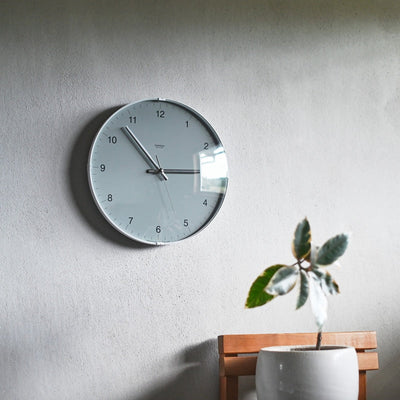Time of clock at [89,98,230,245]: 2:52
